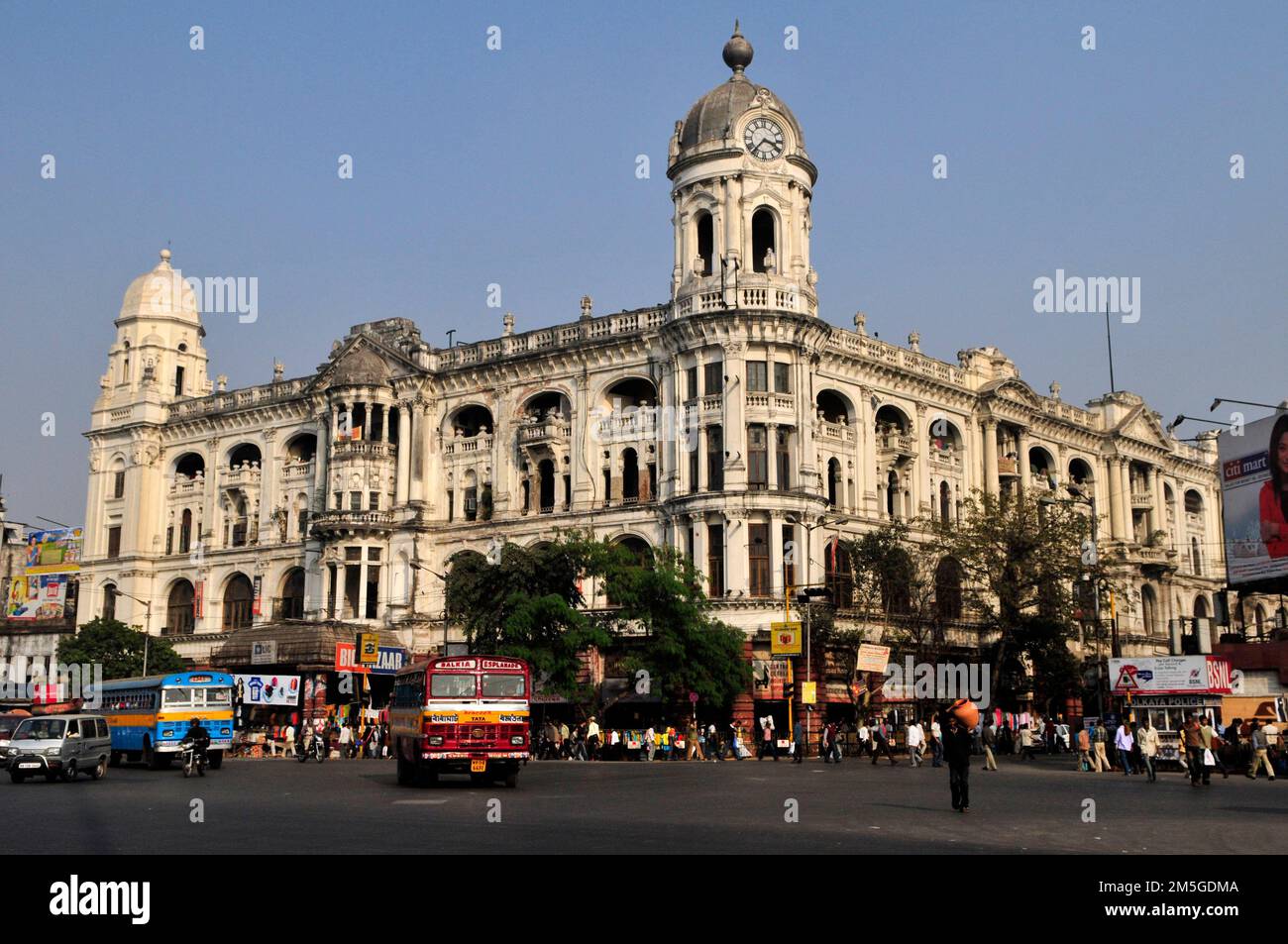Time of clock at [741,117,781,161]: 3:36
